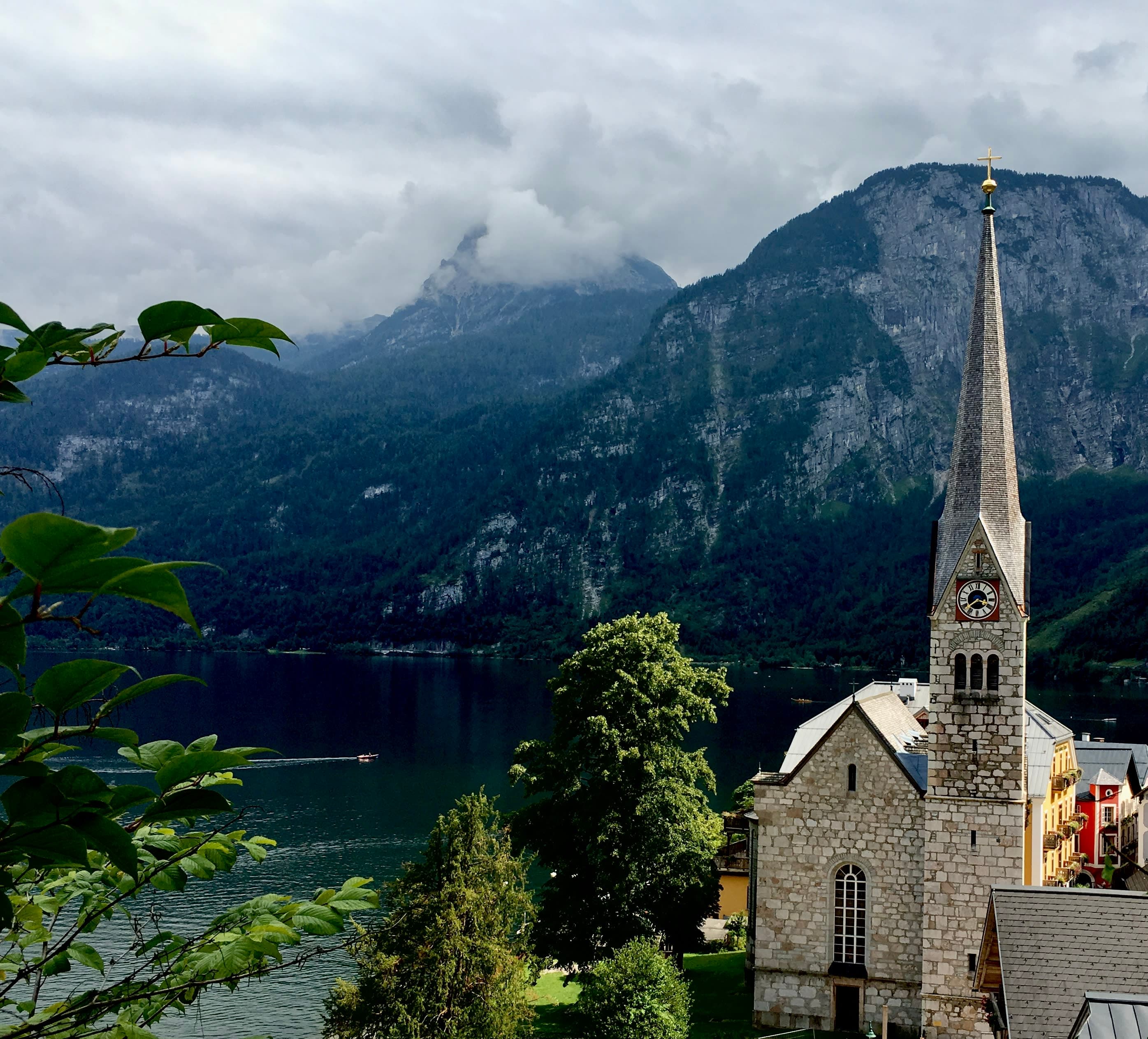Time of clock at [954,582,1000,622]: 3:38
